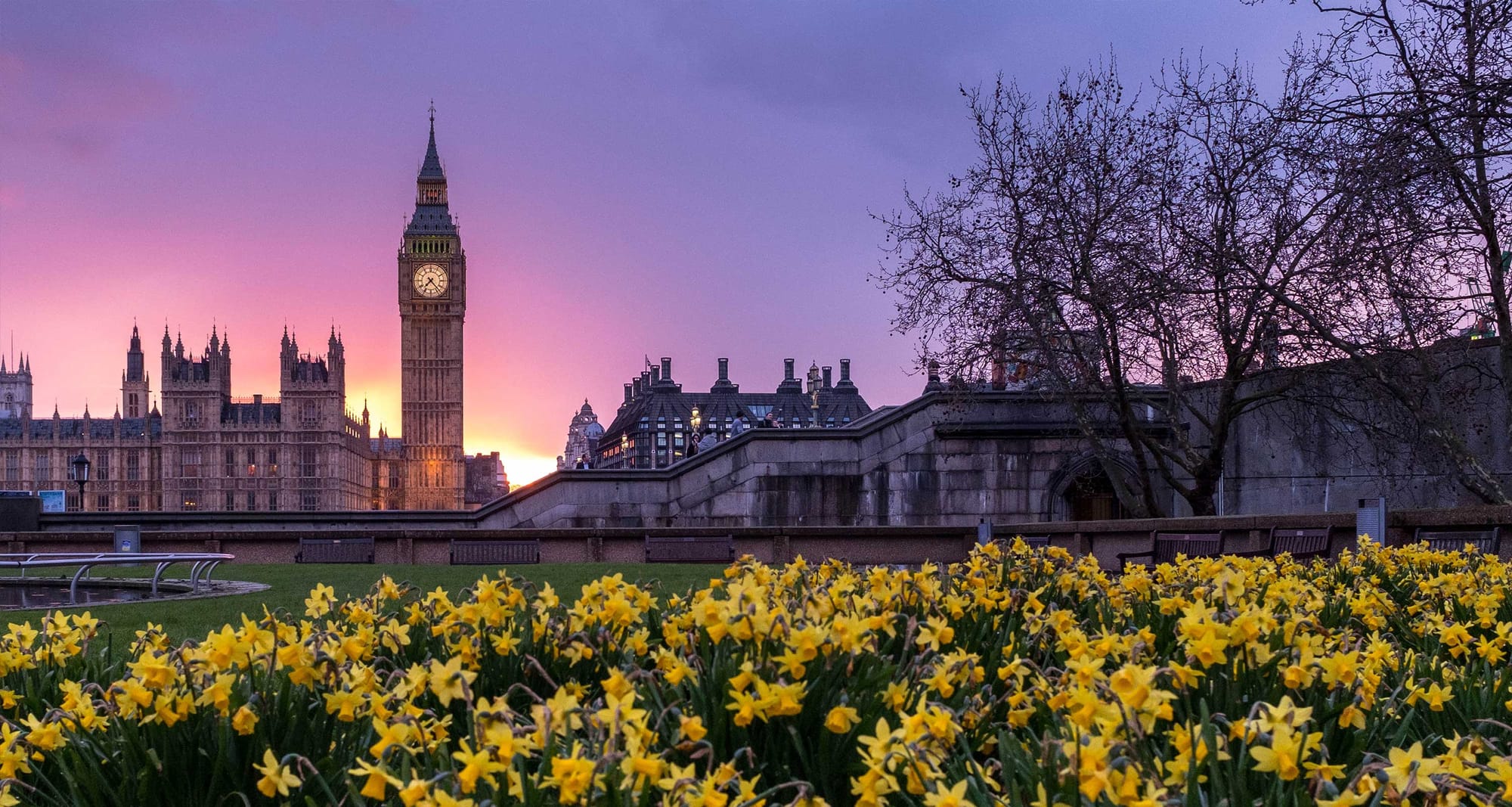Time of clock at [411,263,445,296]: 7:23
